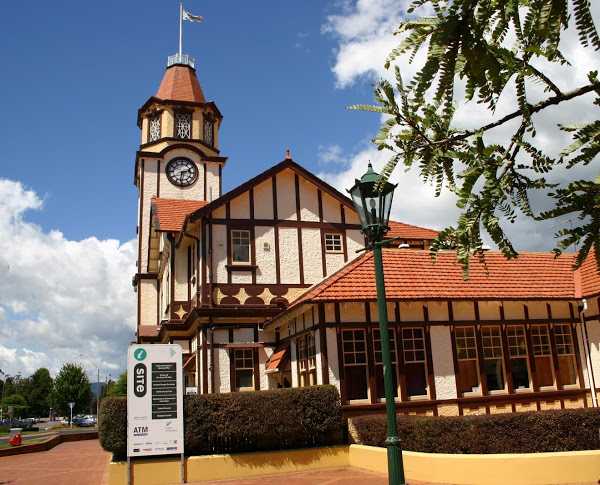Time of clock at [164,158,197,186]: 2:31
